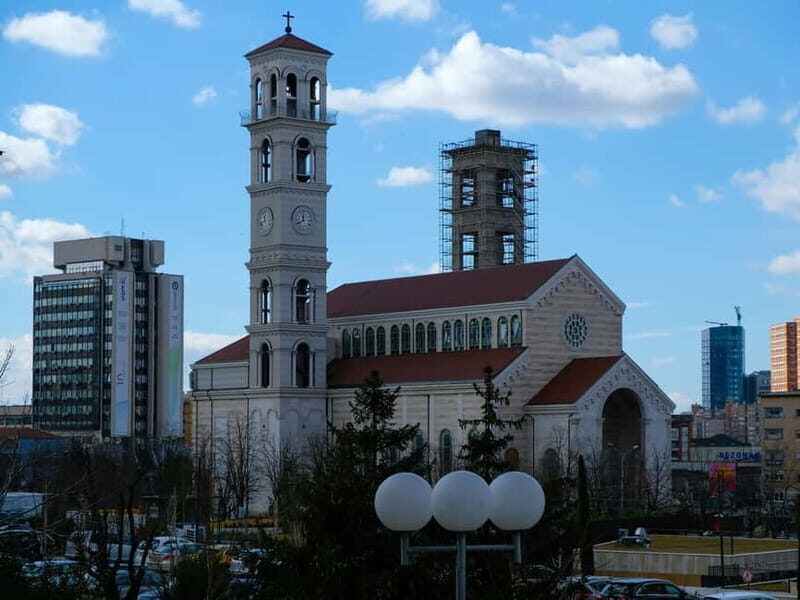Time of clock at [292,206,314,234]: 11:40
